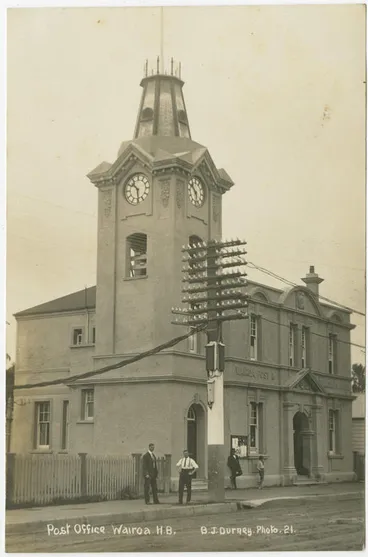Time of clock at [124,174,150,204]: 10:29
